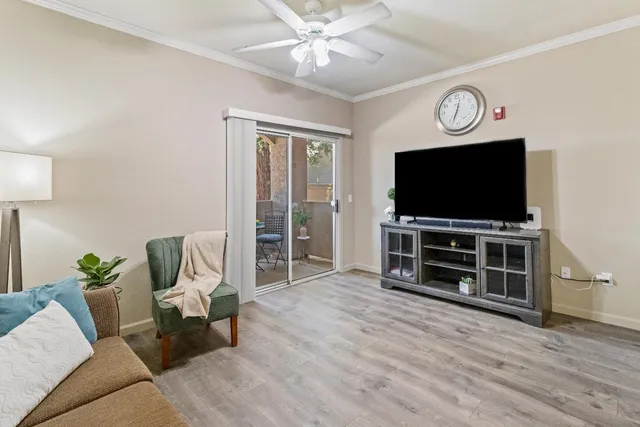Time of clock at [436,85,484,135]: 12:33
